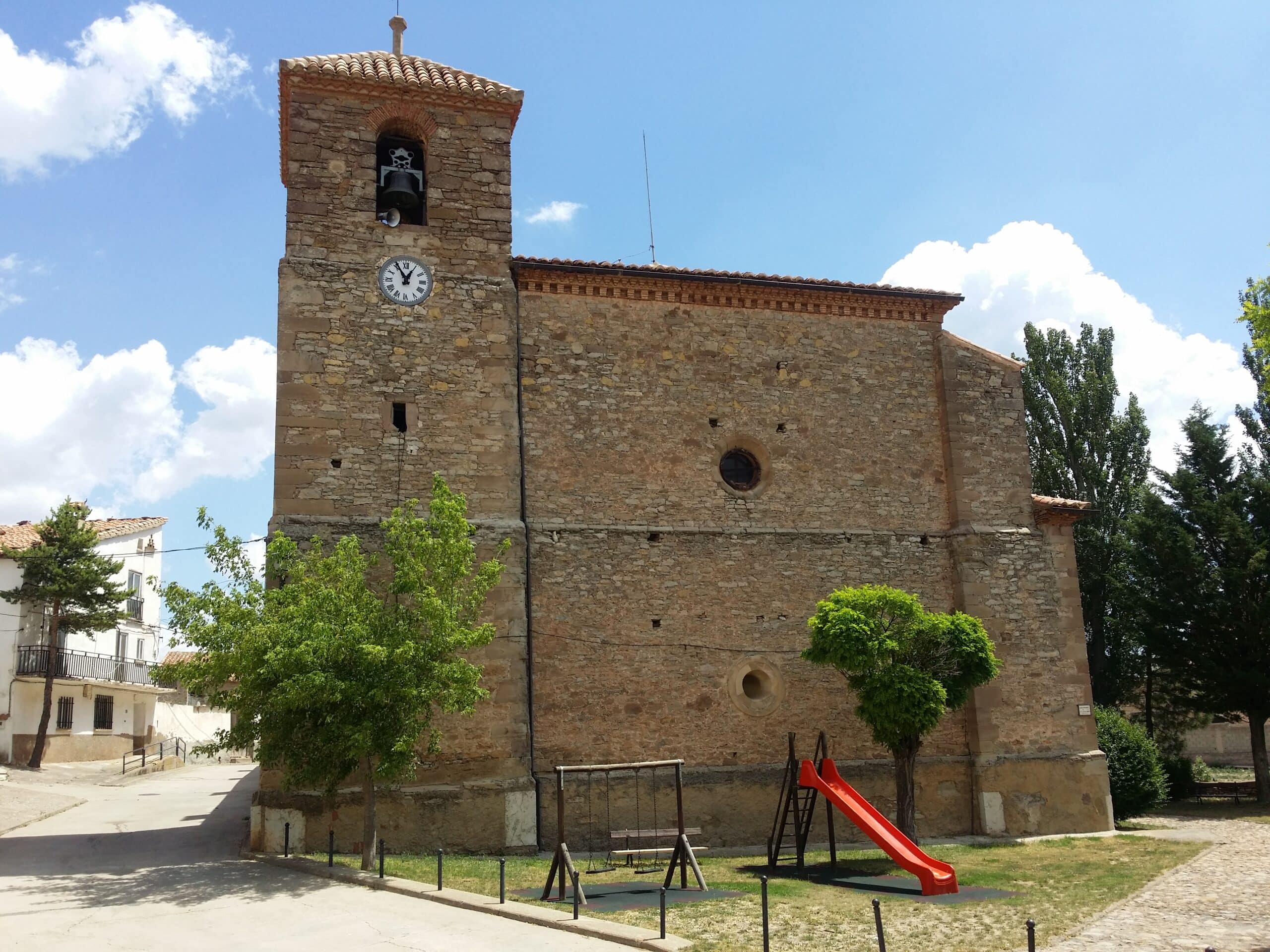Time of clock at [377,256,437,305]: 12:55
